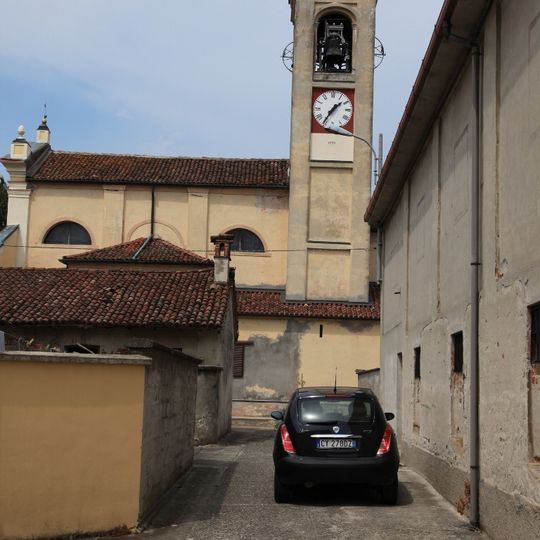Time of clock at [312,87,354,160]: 1:35
